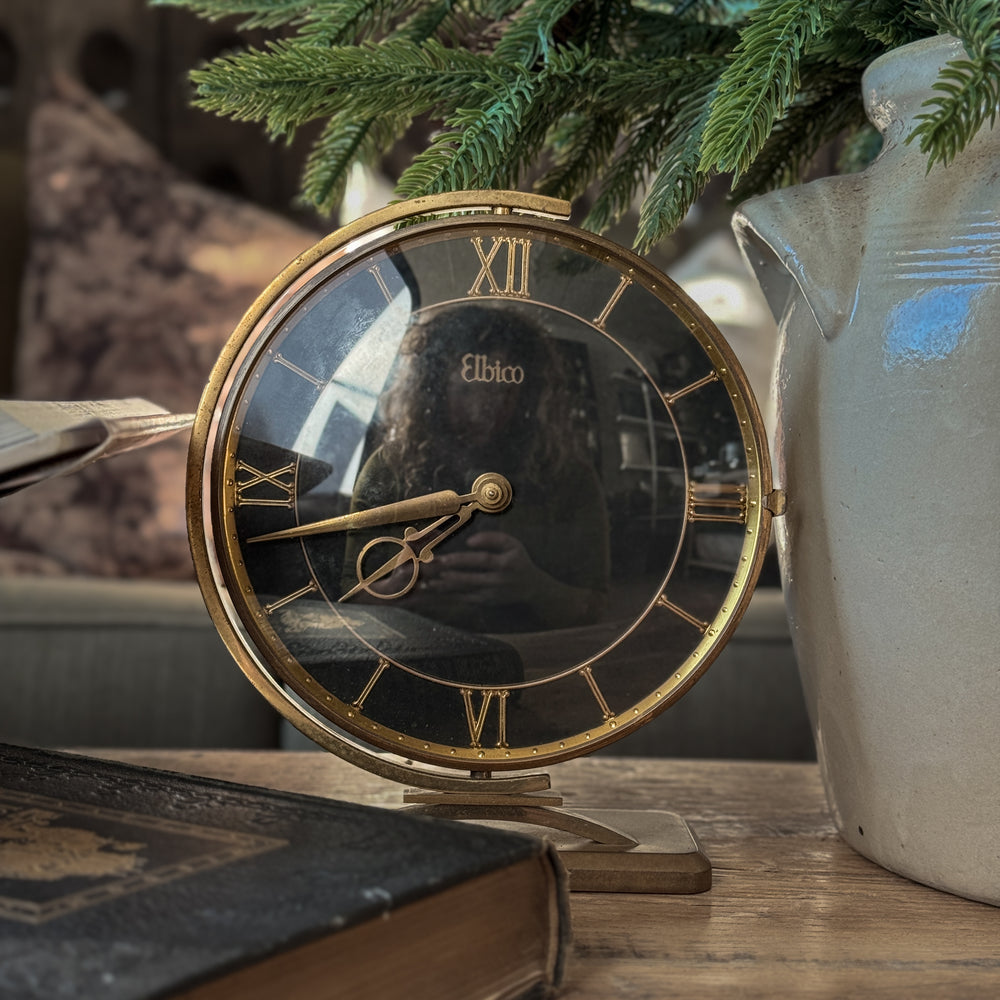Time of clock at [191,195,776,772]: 7:43
